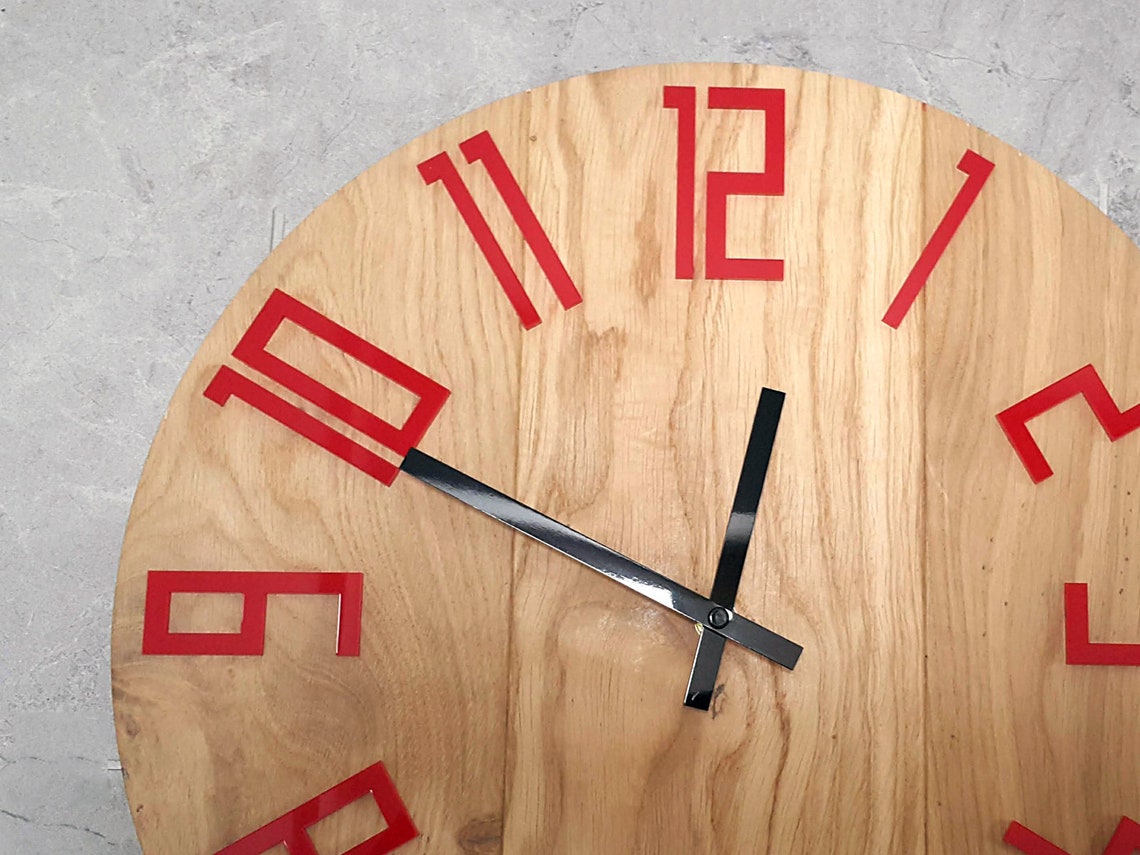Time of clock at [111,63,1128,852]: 12:49
